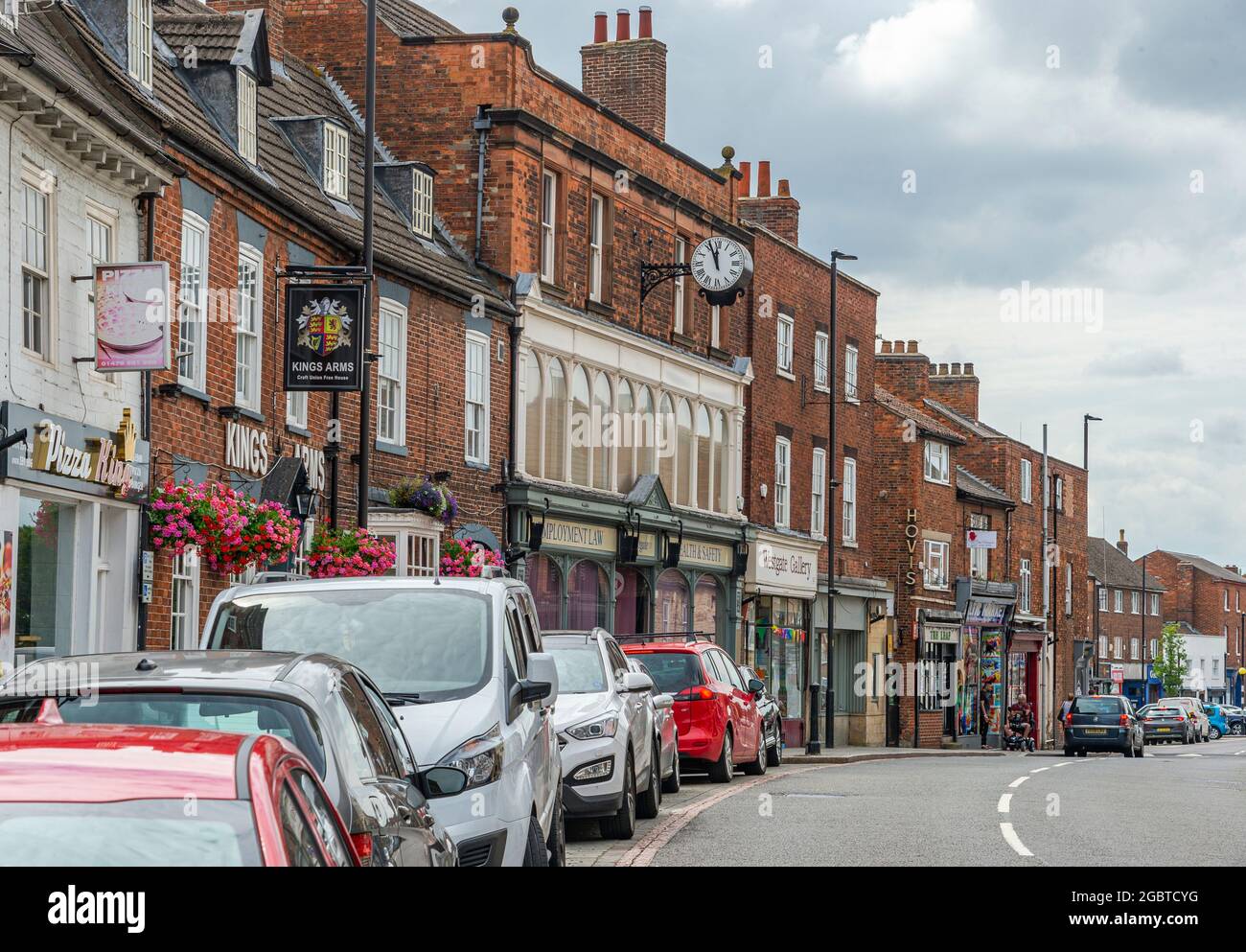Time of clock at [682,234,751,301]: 11:56
